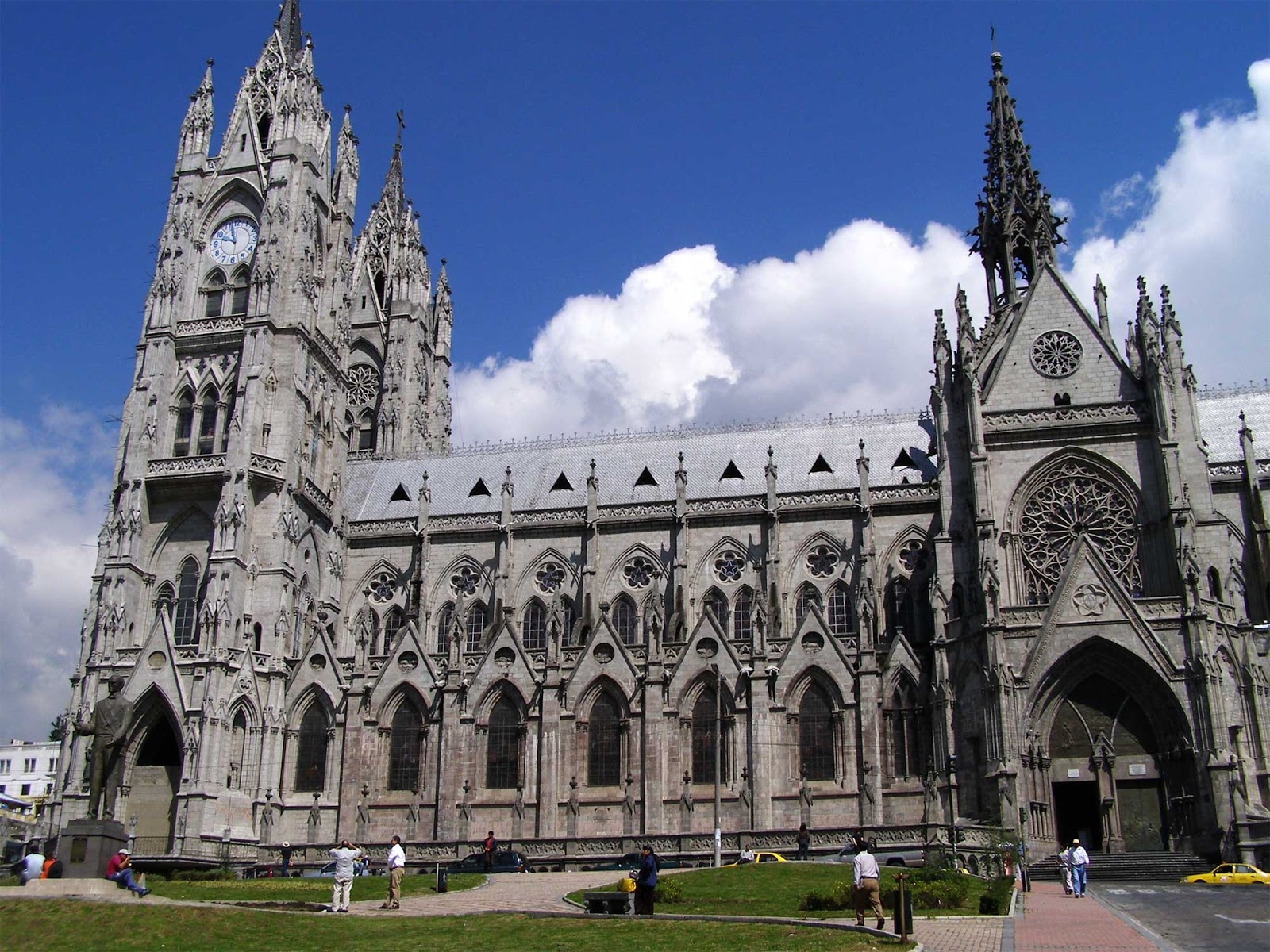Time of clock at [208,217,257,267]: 9:57
